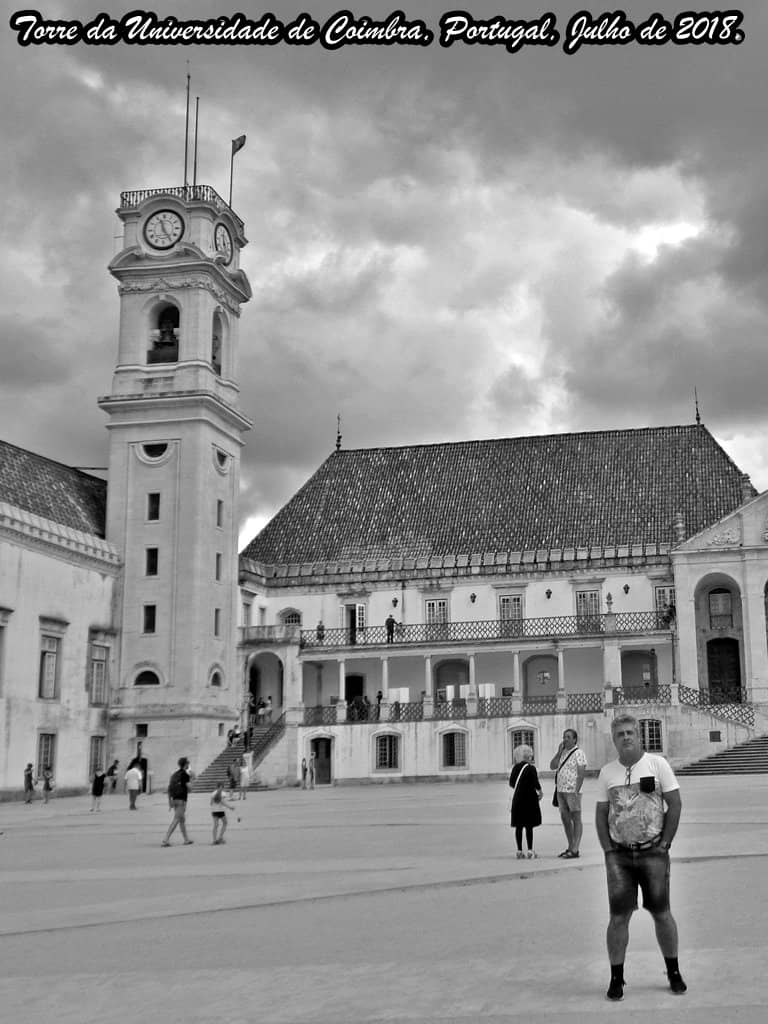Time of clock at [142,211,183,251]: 11:24
